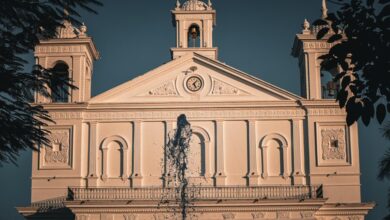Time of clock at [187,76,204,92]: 5:06
